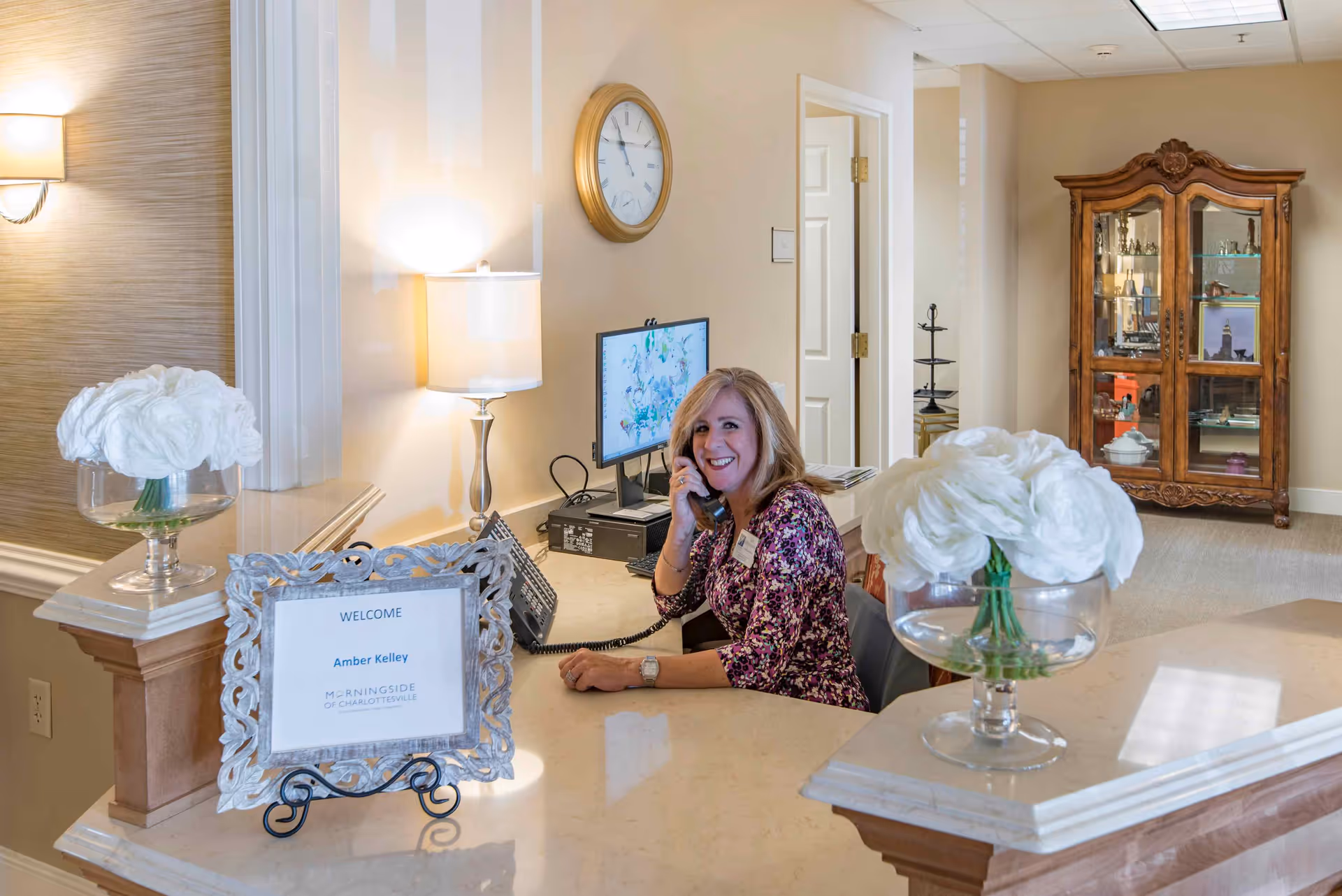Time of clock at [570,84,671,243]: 10:55
